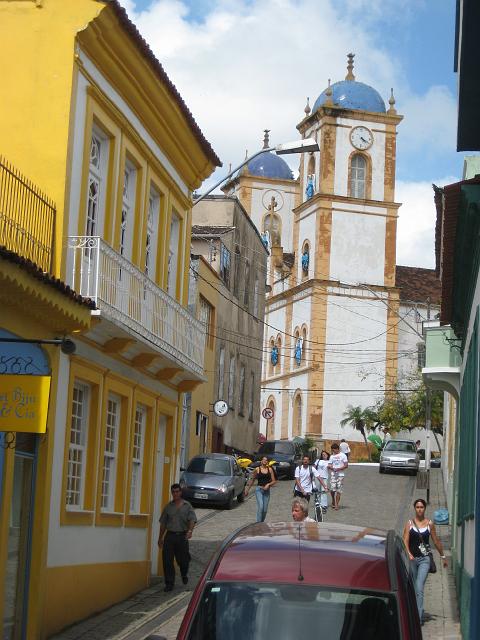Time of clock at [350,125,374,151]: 4:20
